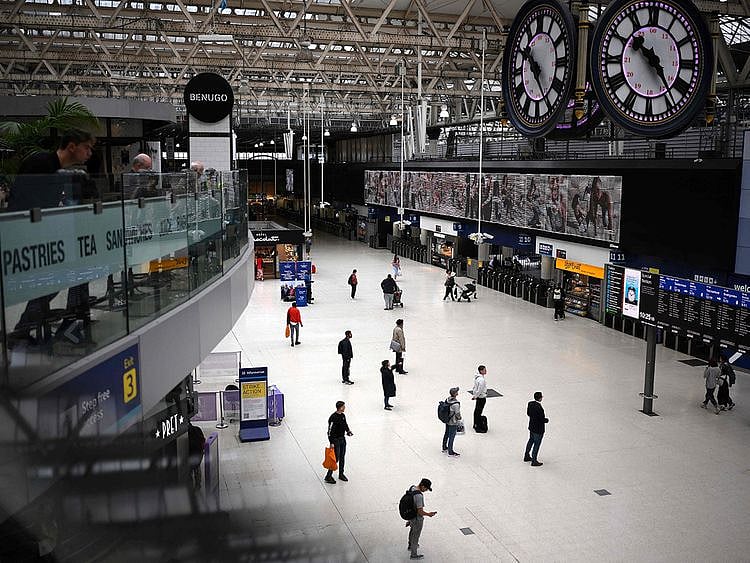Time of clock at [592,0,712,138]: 10:24
